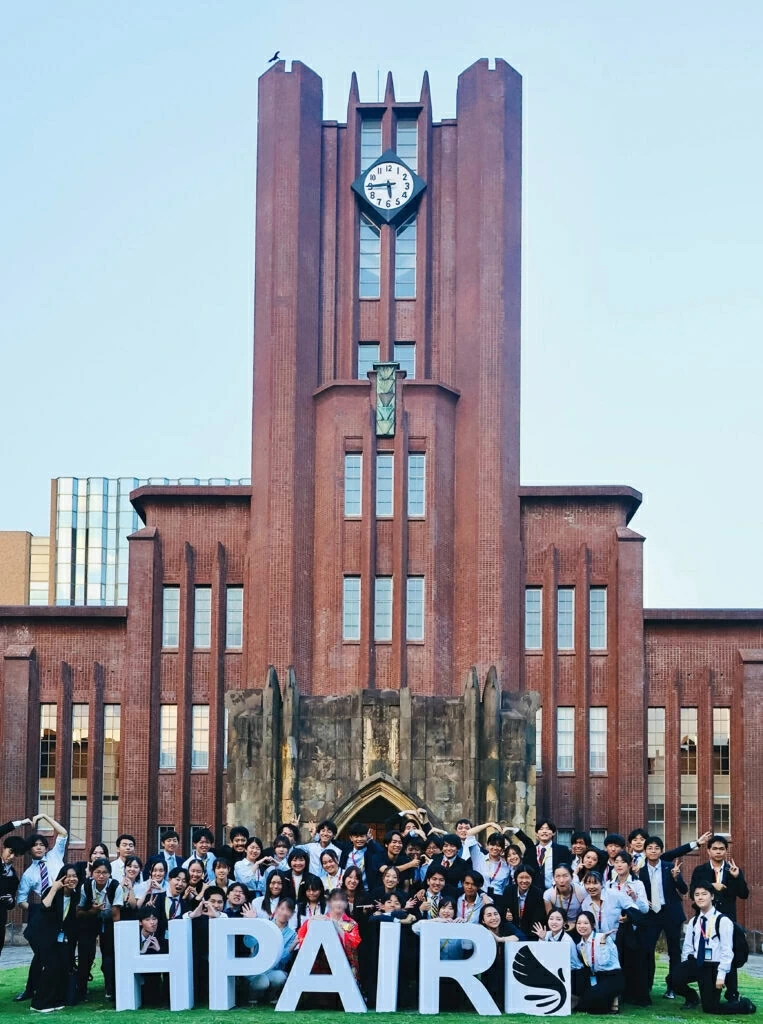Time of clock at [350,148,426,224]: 5:44
